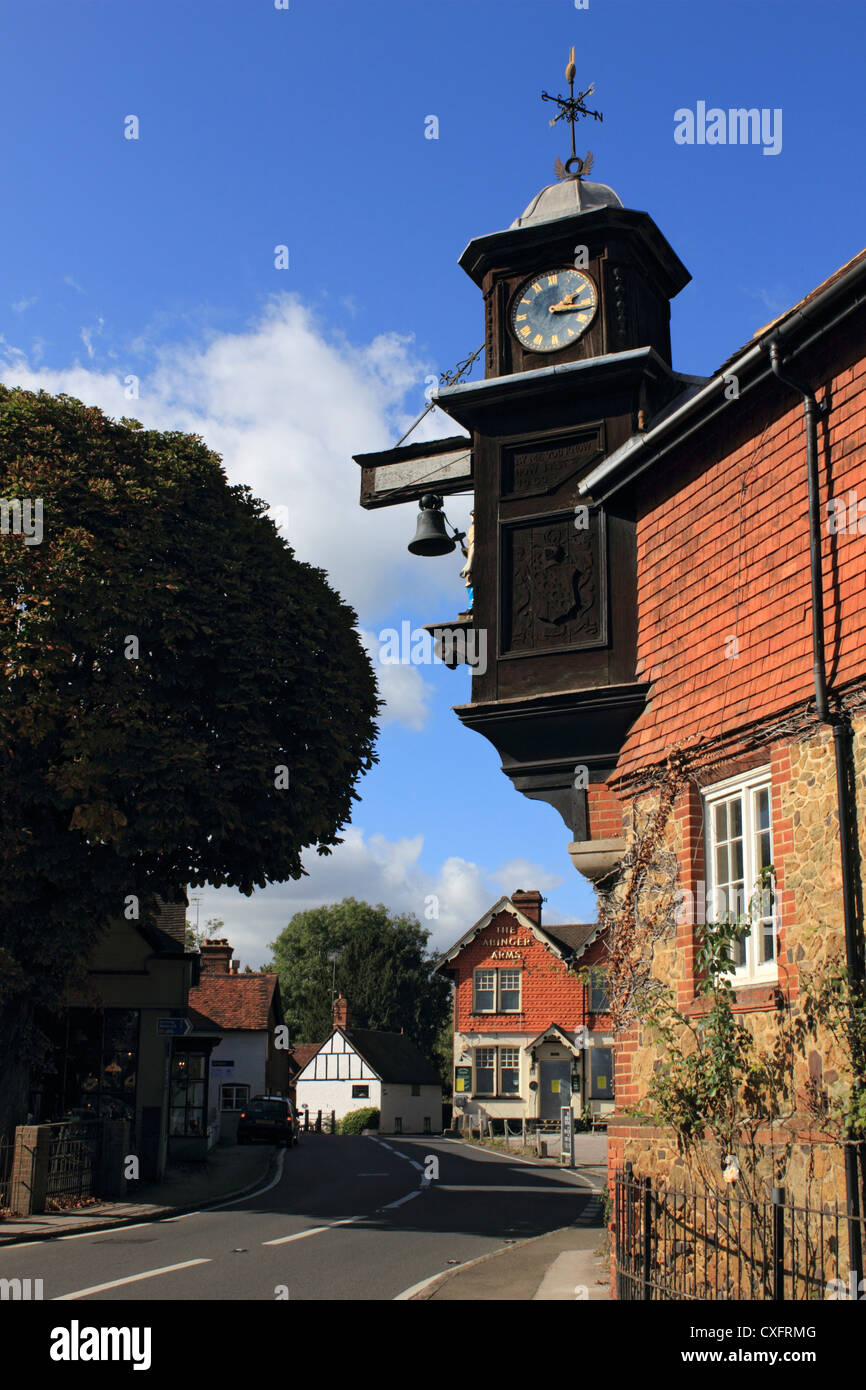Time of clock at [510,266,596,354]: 2:16
